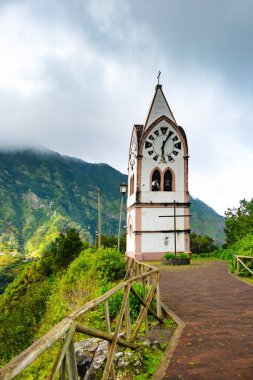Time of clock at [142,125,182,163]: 6:05
